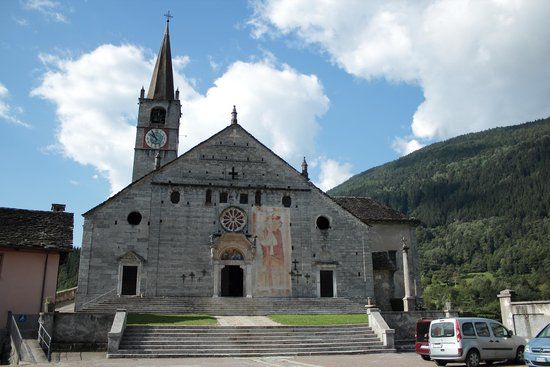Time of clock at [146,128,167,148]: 10:51
